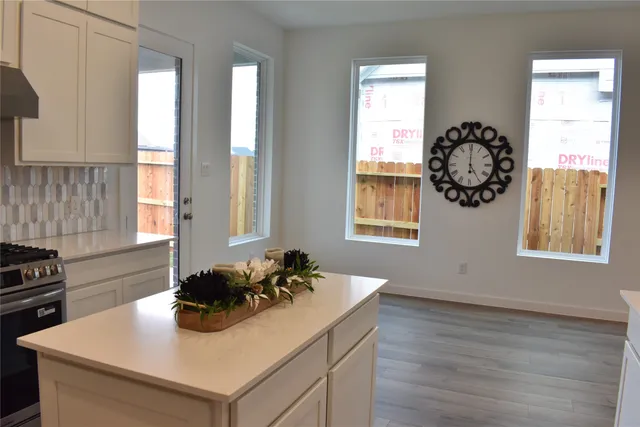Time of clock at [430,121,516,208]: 5:00
